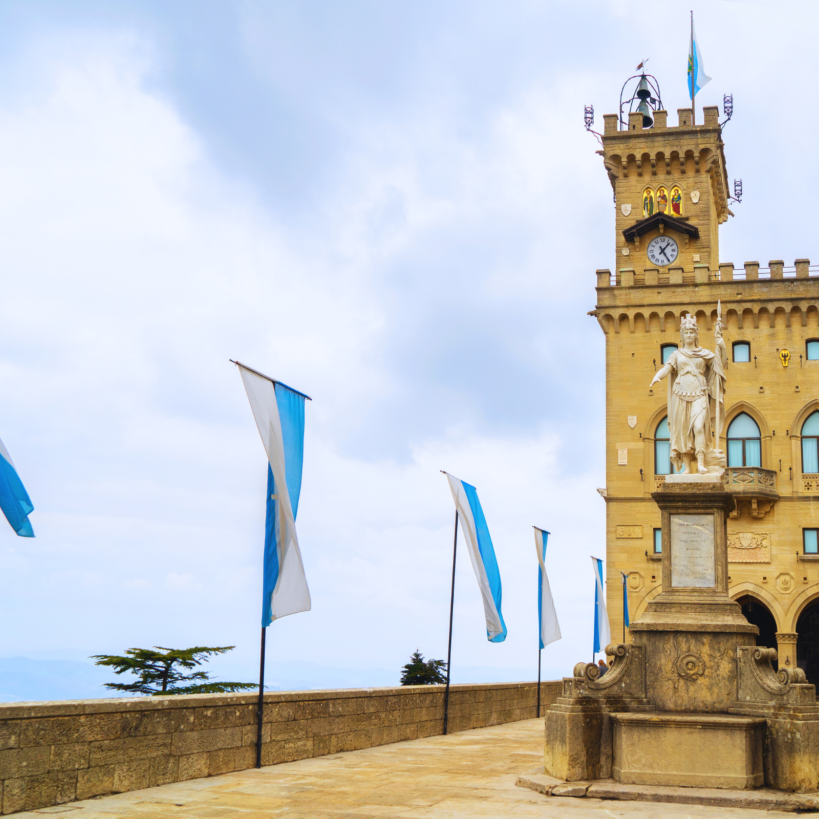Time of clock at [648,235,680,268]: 1:24
